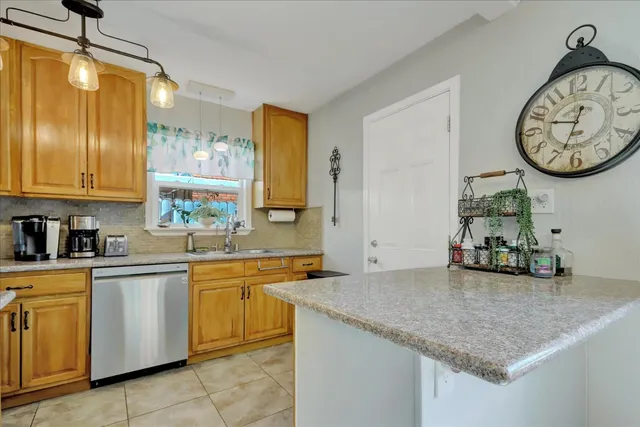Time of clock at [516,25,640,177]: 9:33
